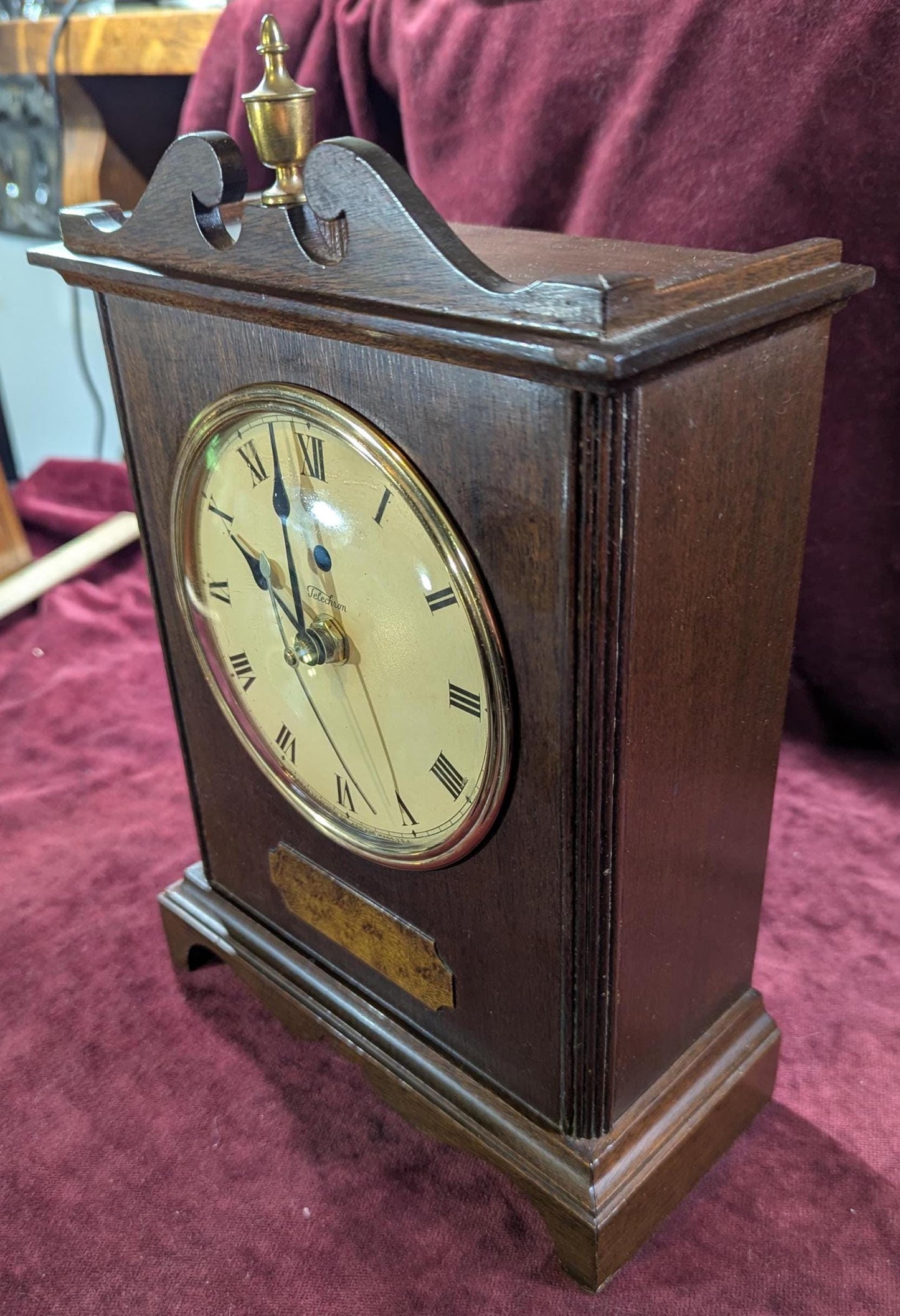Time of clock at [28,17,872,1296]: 9:57
